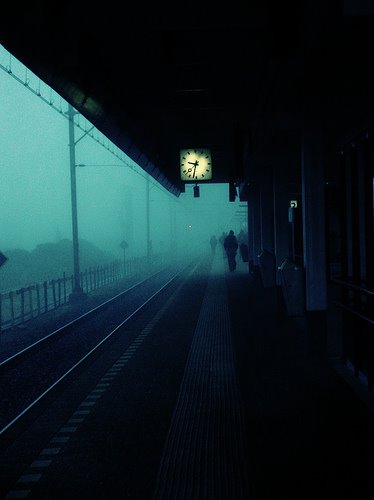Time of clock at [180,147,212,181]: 9:32
